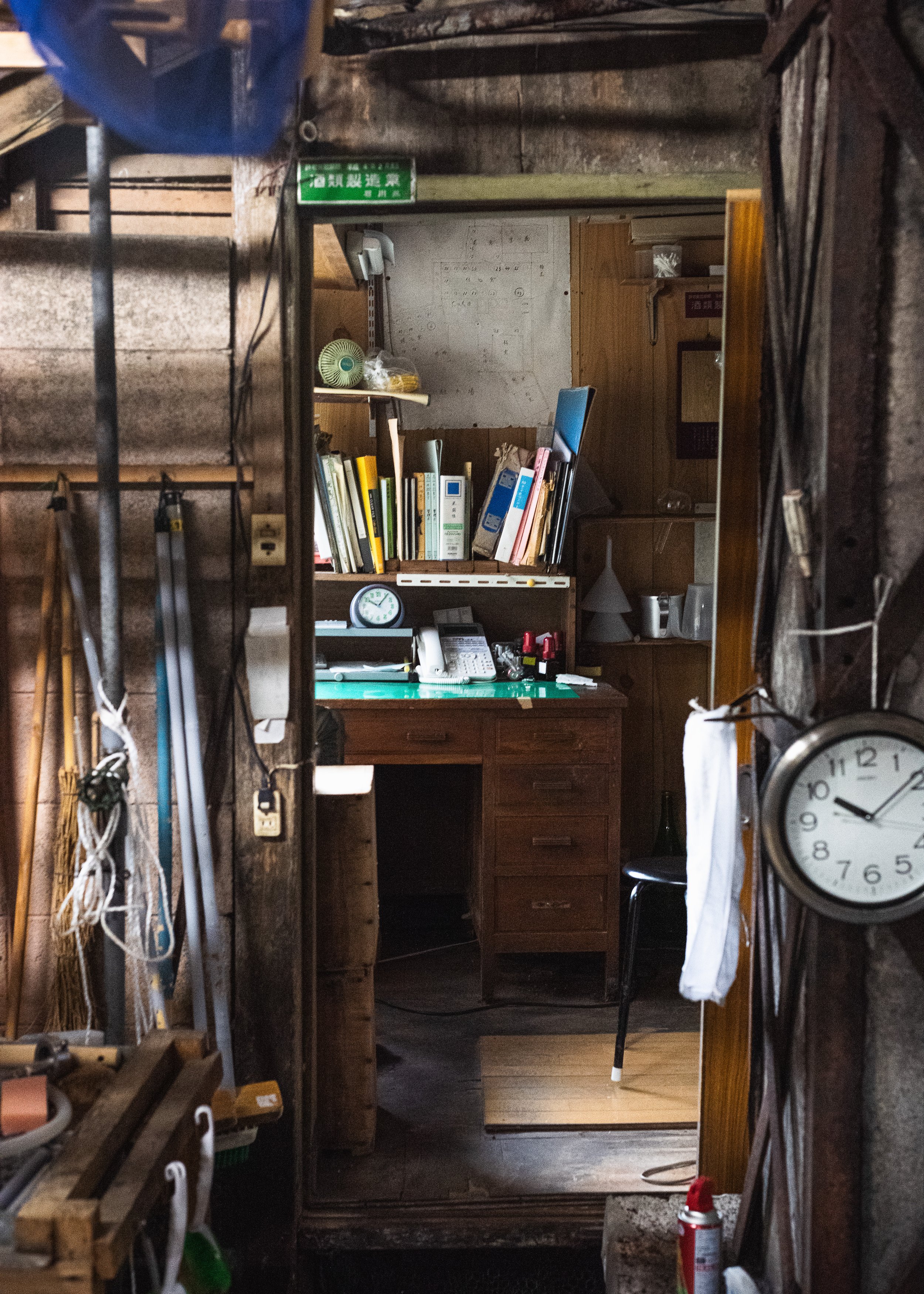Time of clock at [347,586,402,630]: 10:06
